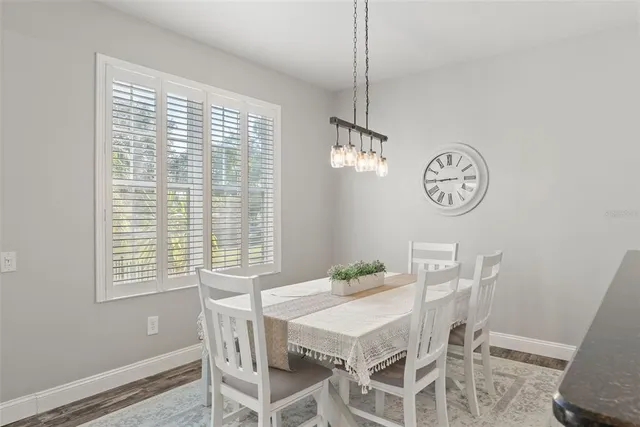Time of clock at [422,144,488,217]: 8:44
